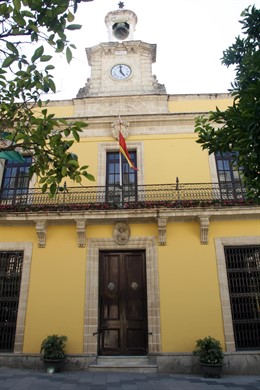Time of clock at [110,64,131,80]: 4:59
